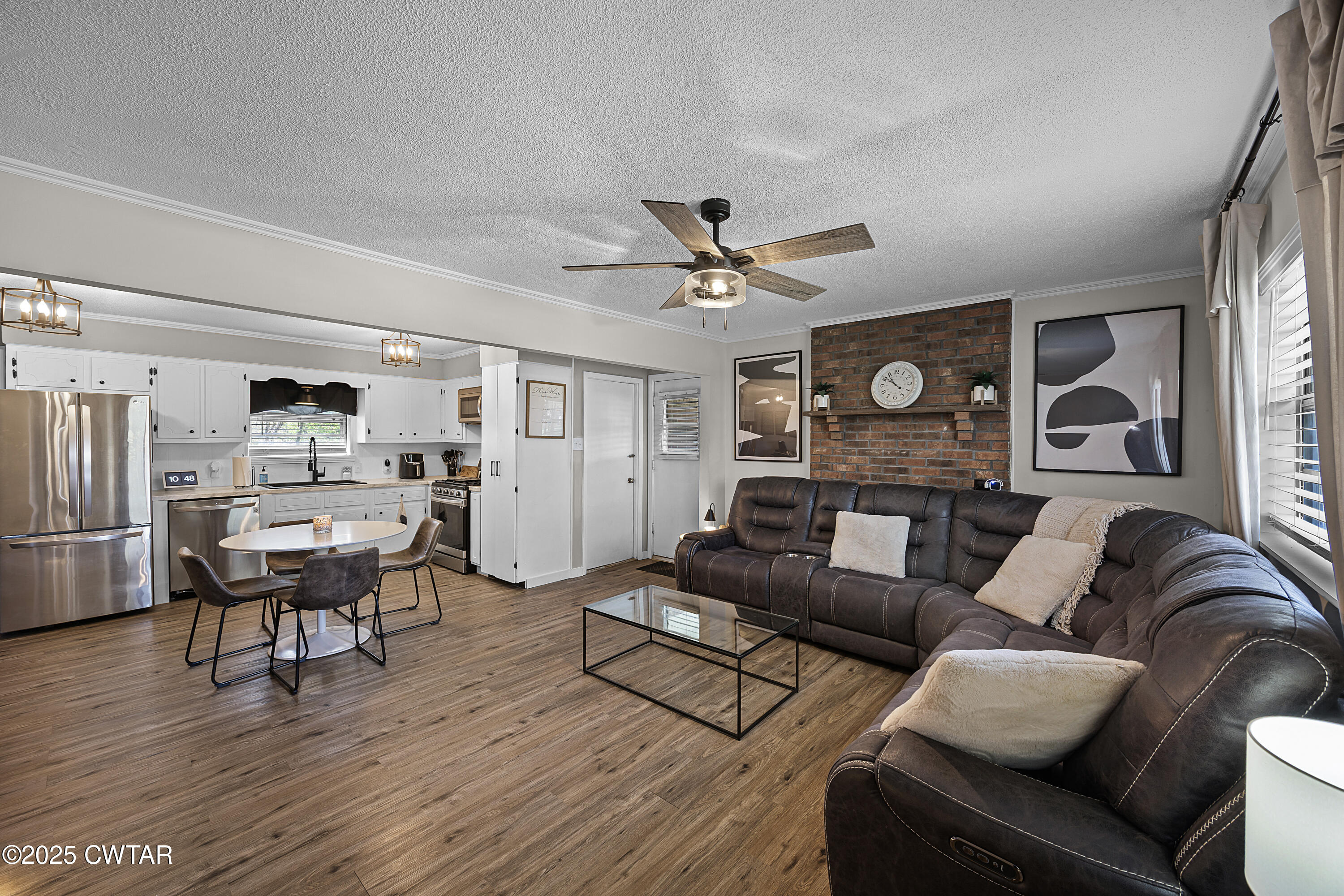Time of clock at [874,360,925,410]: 10:51
